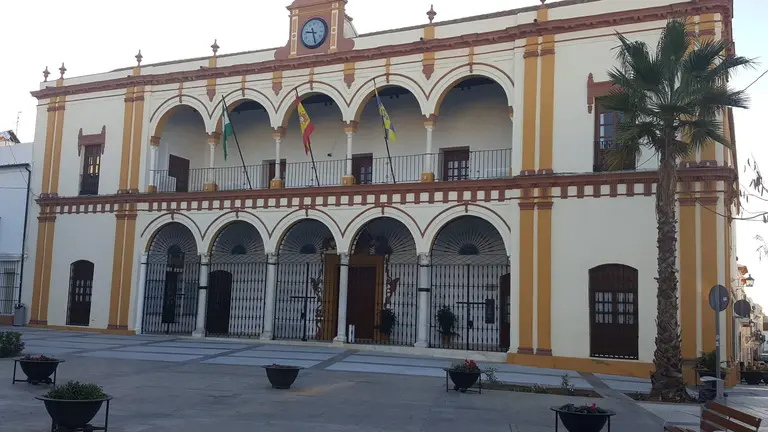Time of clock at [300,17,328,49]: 9:27
